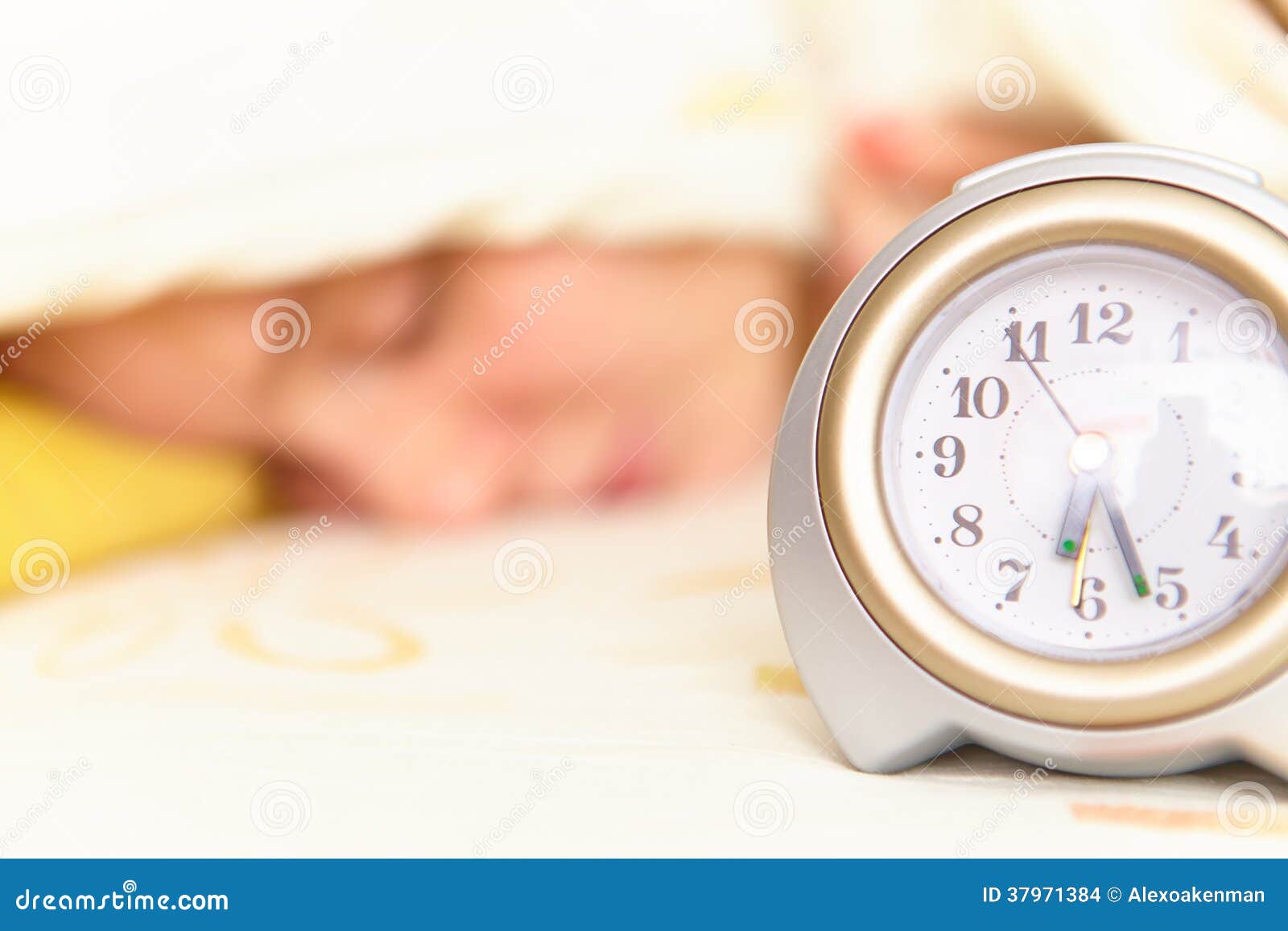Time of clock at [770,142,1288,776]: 6:26
